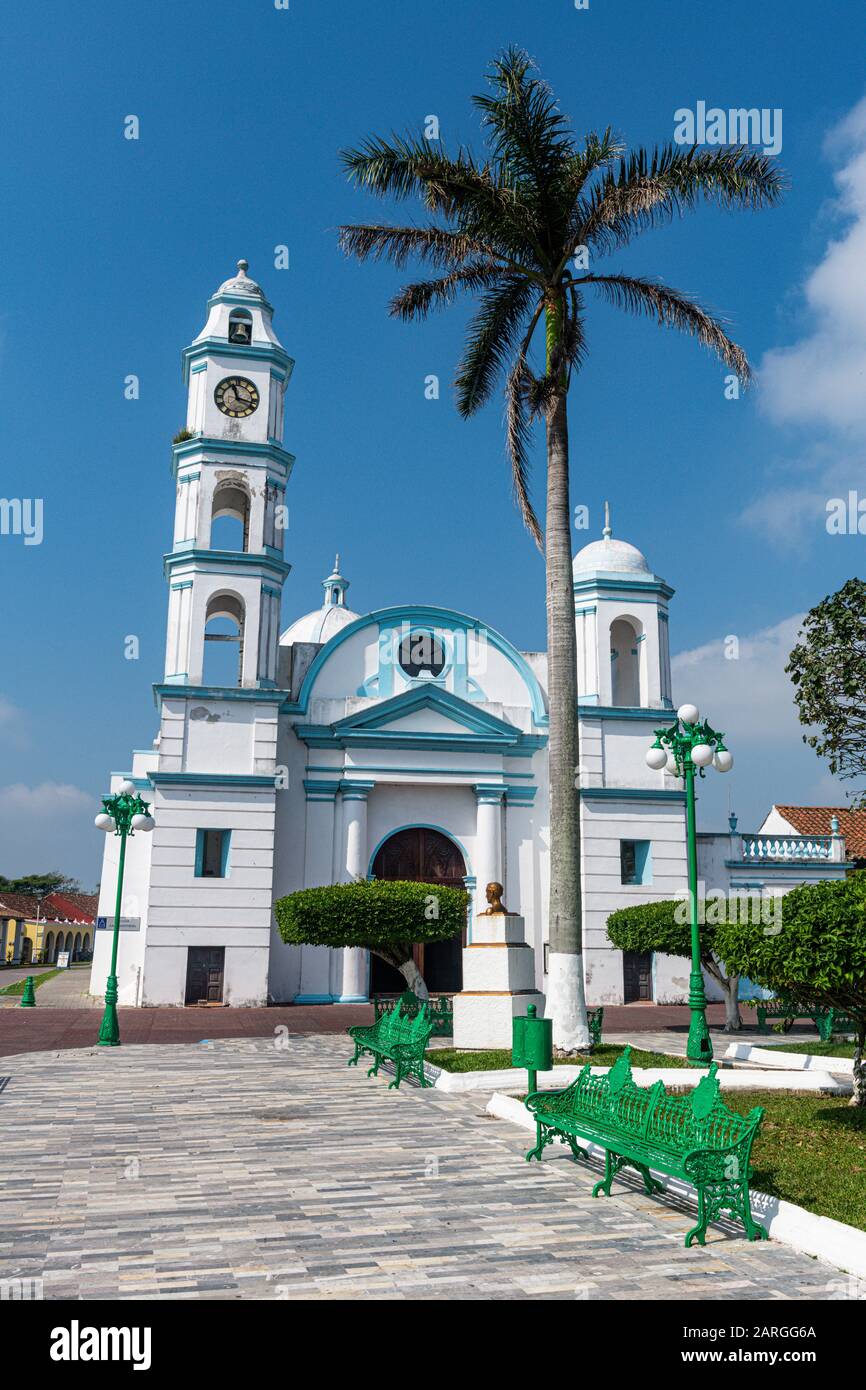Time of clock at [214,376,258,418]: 11:17
